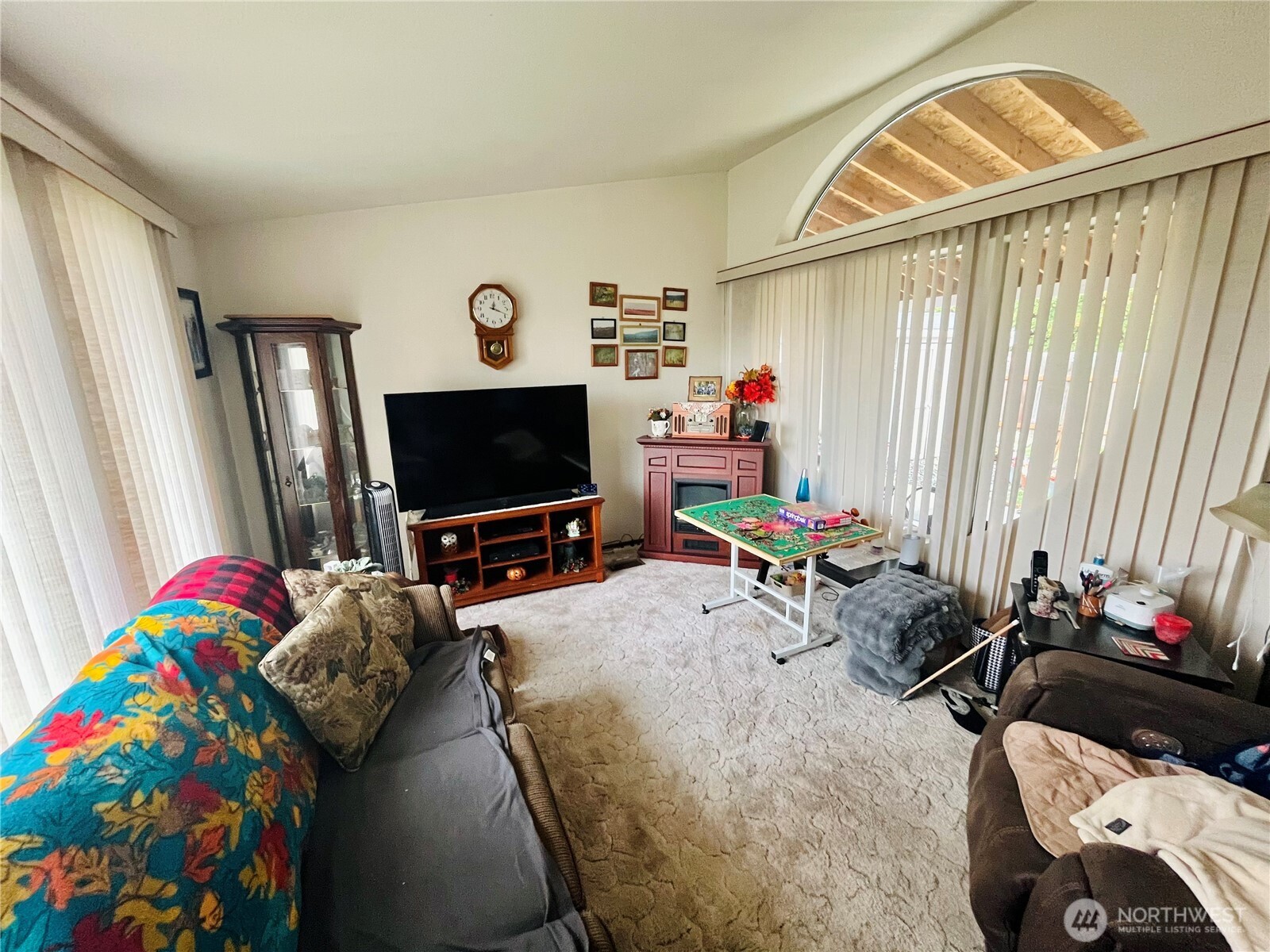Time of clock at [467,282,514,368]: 12:18
